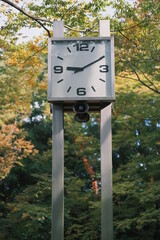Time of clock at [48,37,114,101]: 9:10
